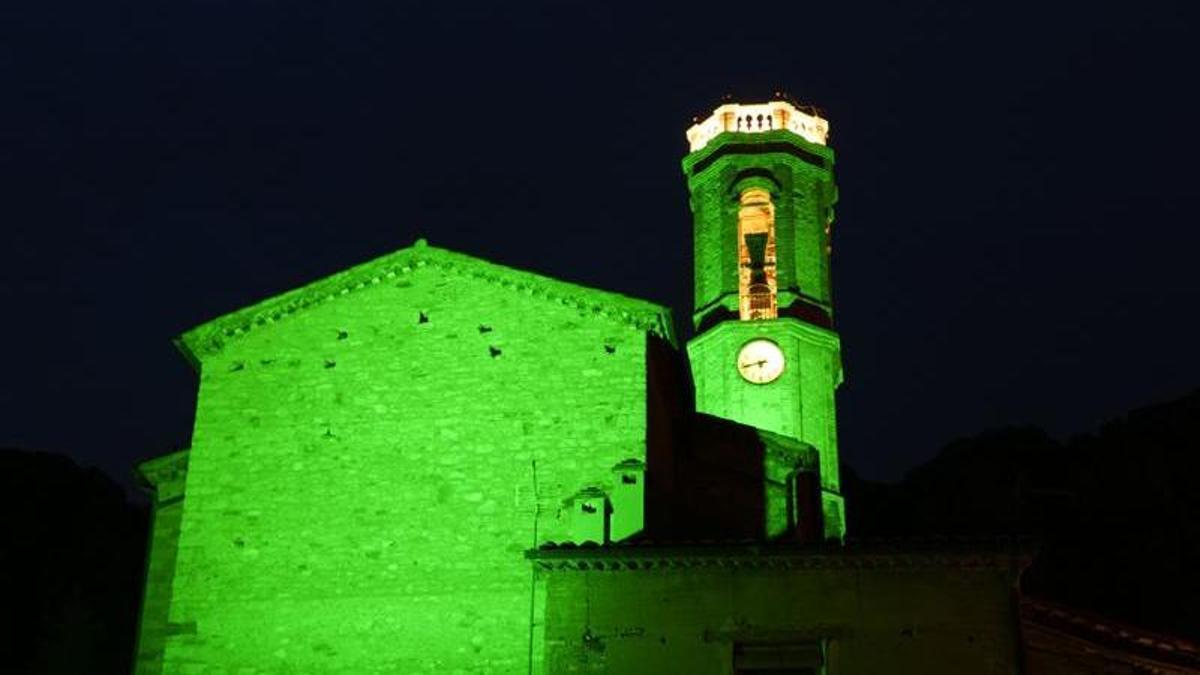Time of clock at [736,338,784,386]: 5:42
